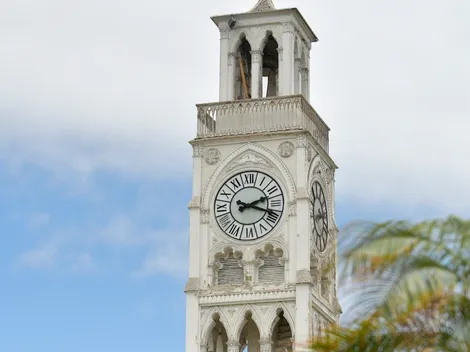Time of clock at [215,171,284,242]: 2:18
